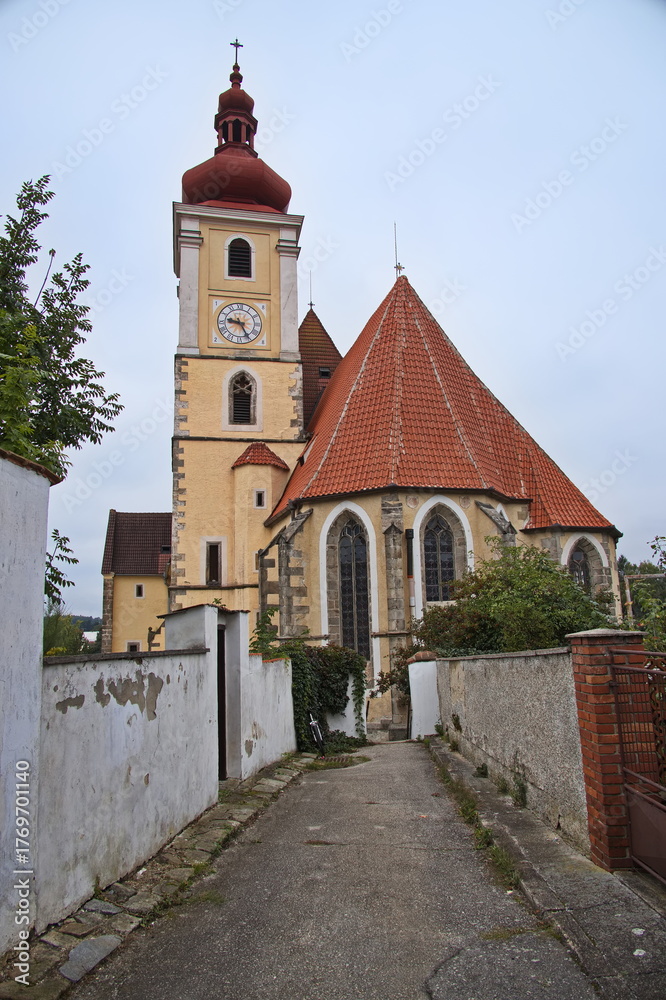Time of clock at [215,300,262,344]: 9:25
